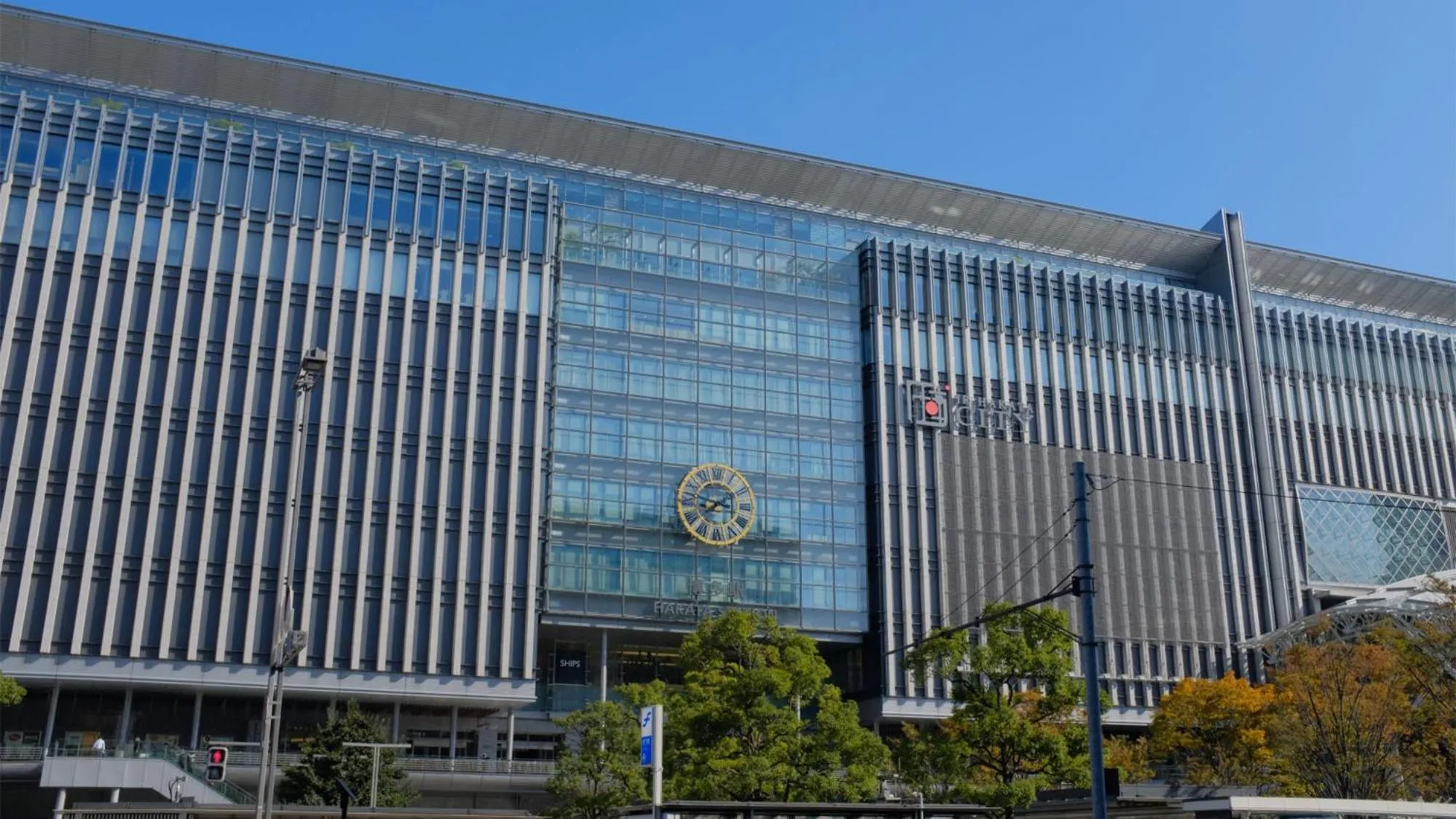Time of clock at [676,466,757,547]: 7:47
